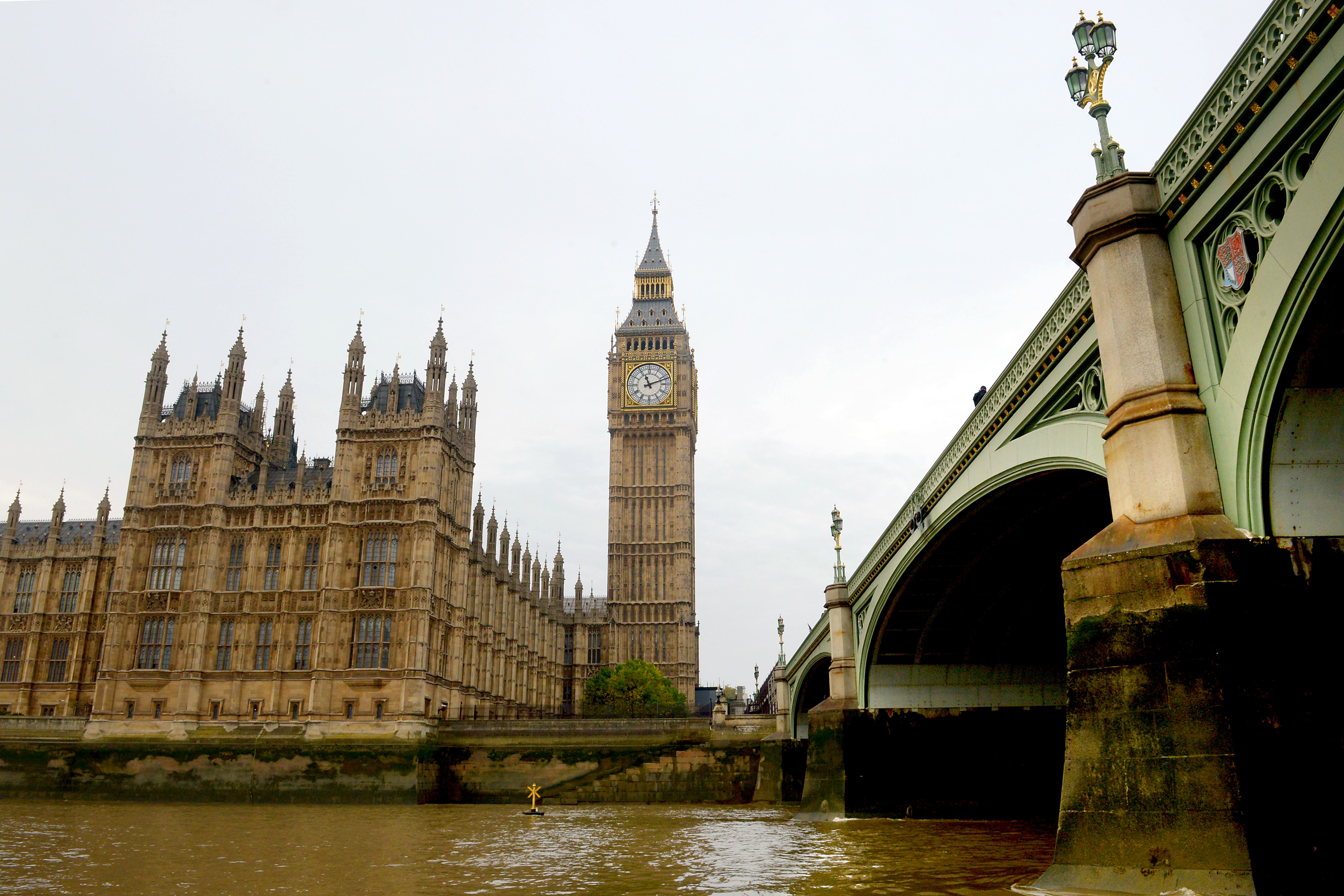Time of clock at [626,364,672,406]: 11:11
